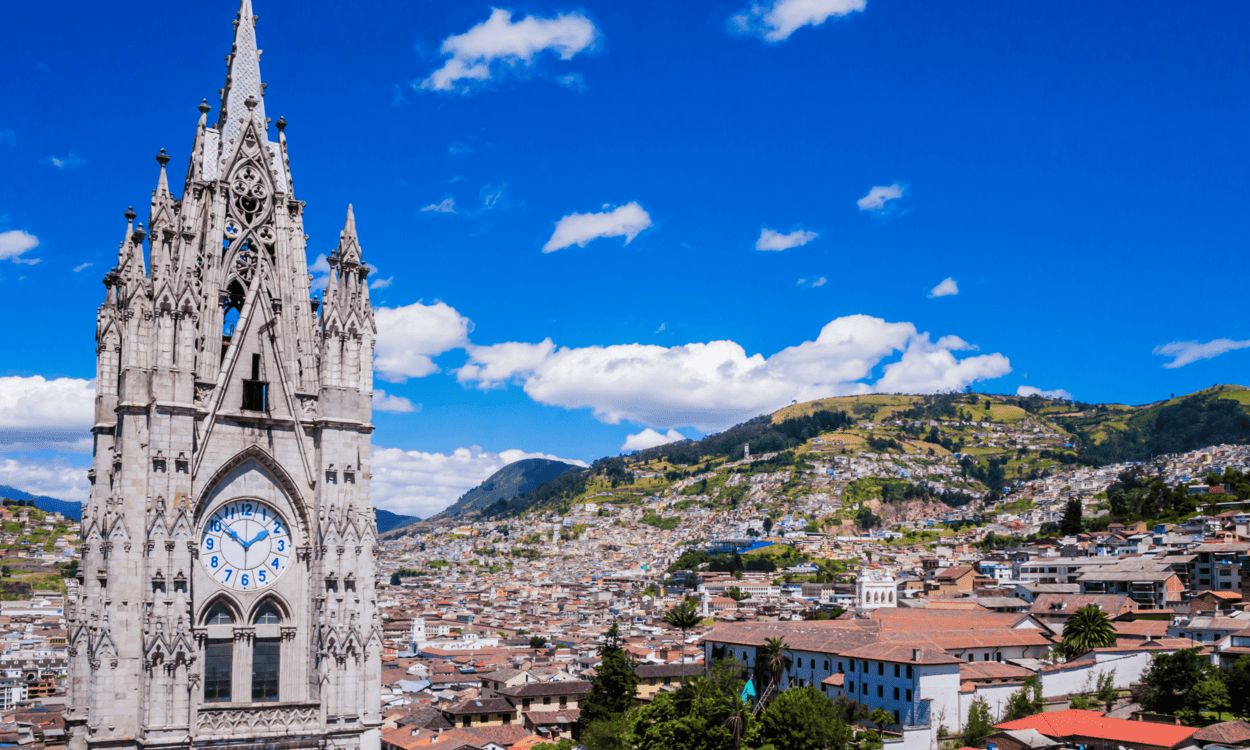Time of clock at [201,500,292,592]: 1:50
